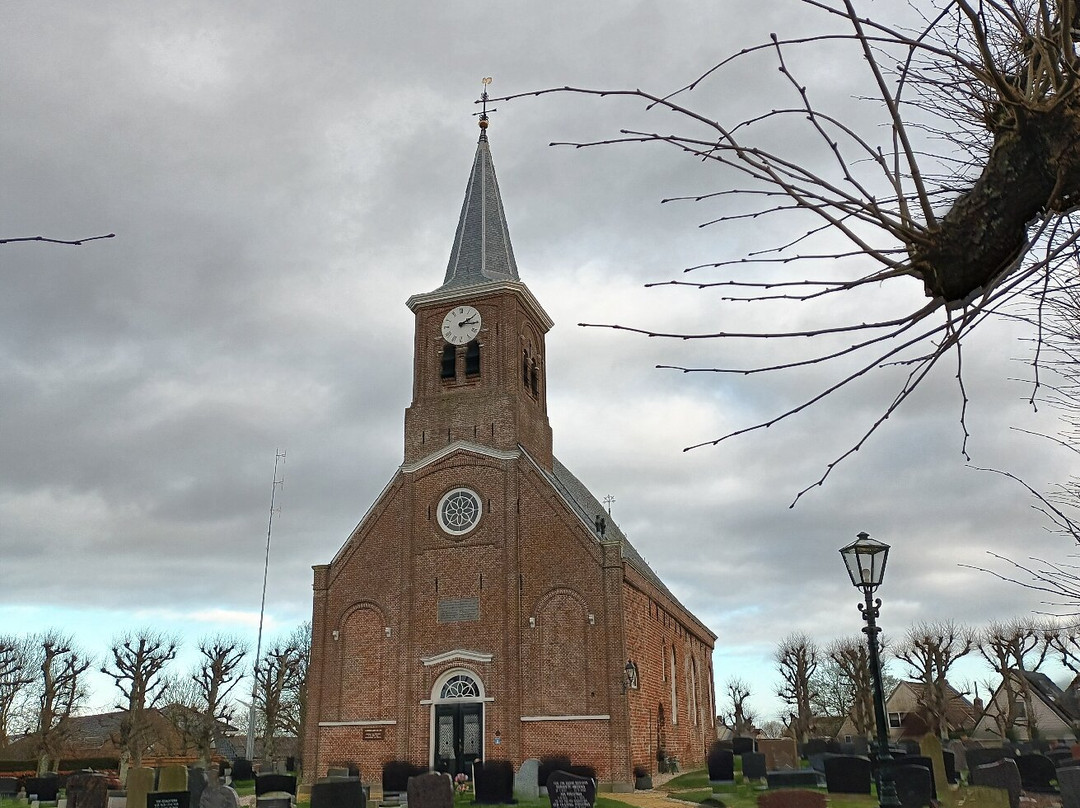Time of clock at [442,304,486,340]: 2:15
